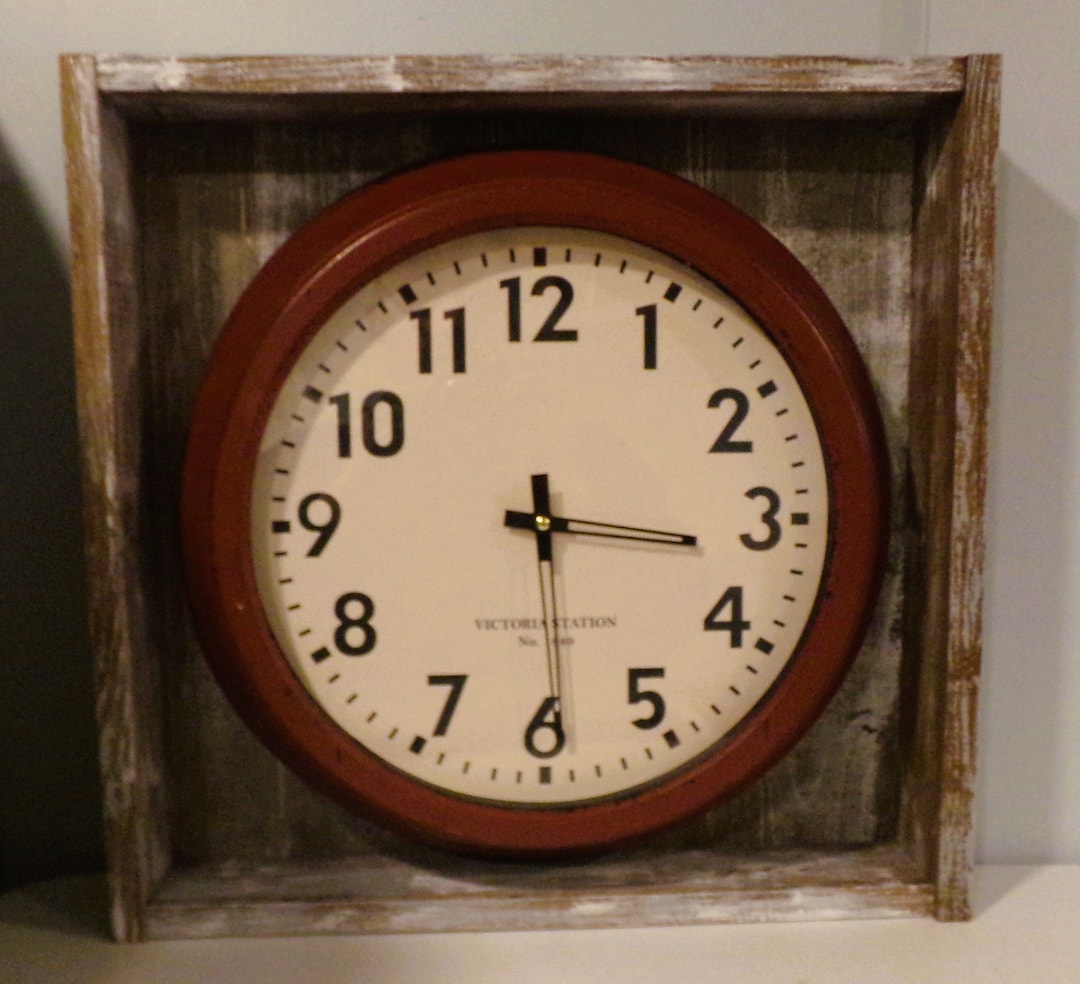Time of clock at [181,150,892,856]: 3:29
